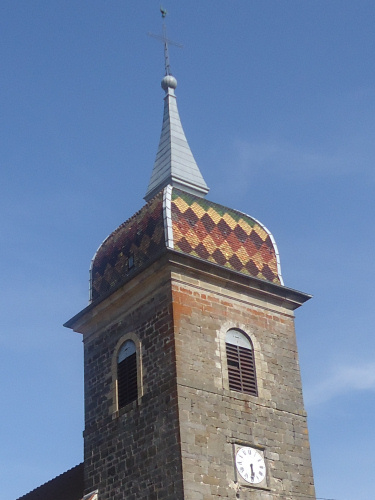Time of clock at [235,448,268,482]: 5:30
